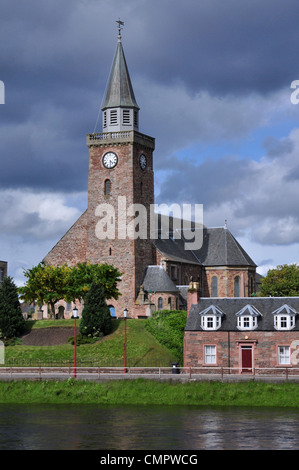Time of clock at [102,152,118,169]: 4:29
